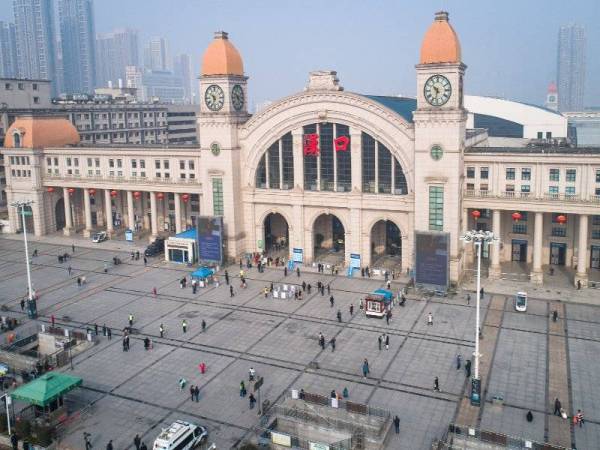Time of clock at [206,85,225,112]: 10:32
